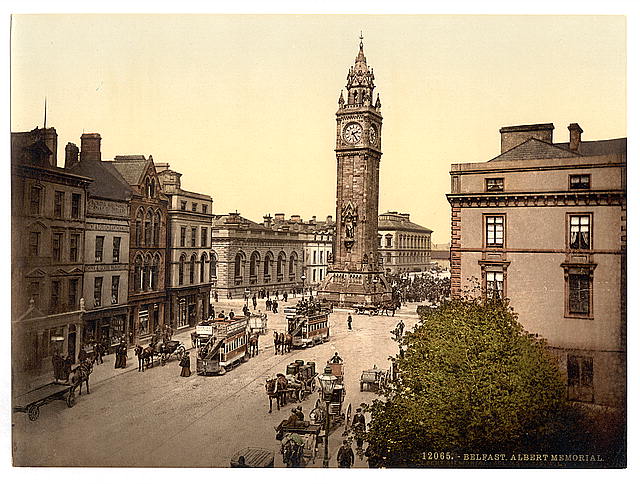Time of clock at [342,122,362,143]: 2:24
